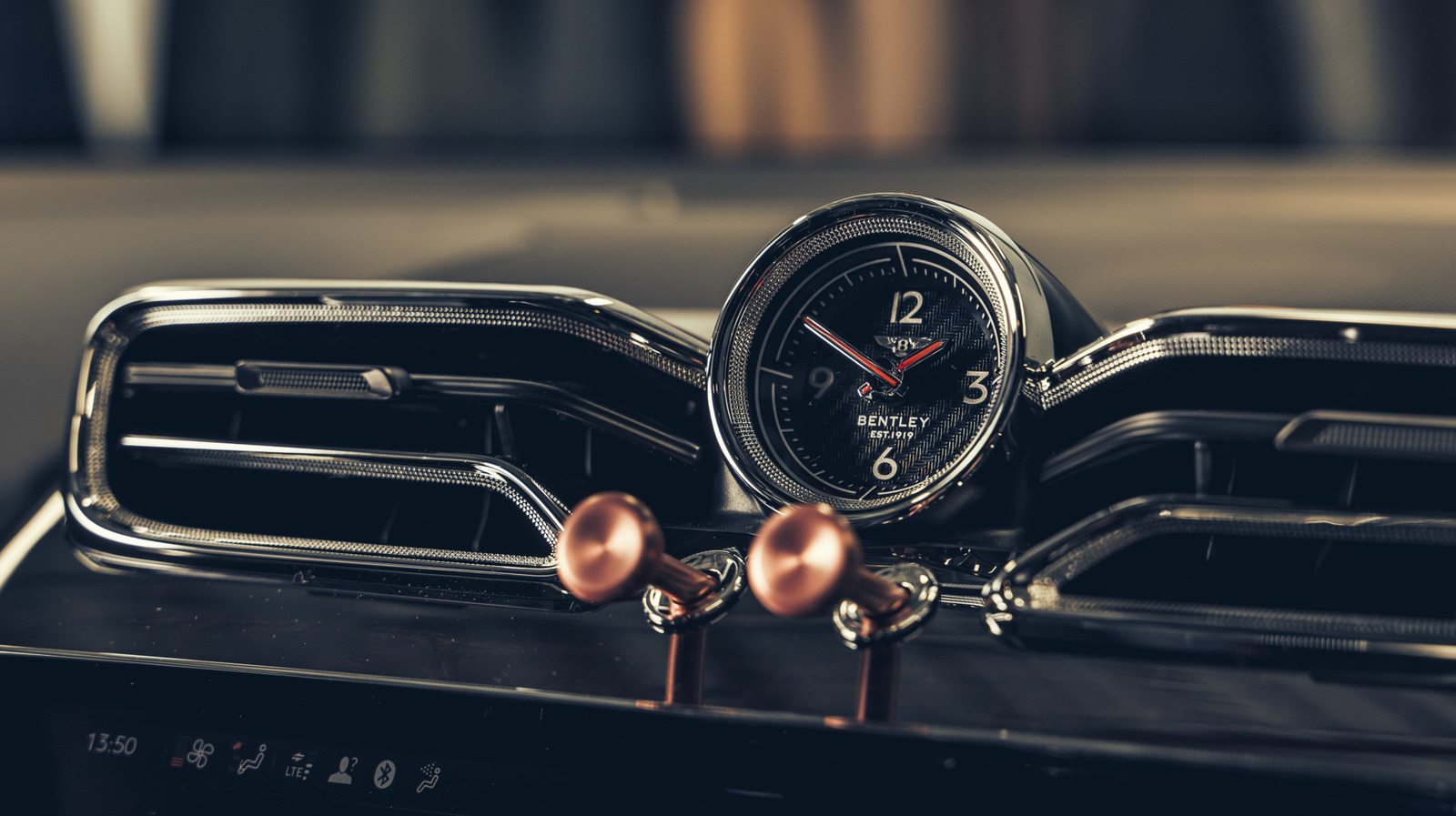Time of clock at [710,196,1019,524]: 9:49
